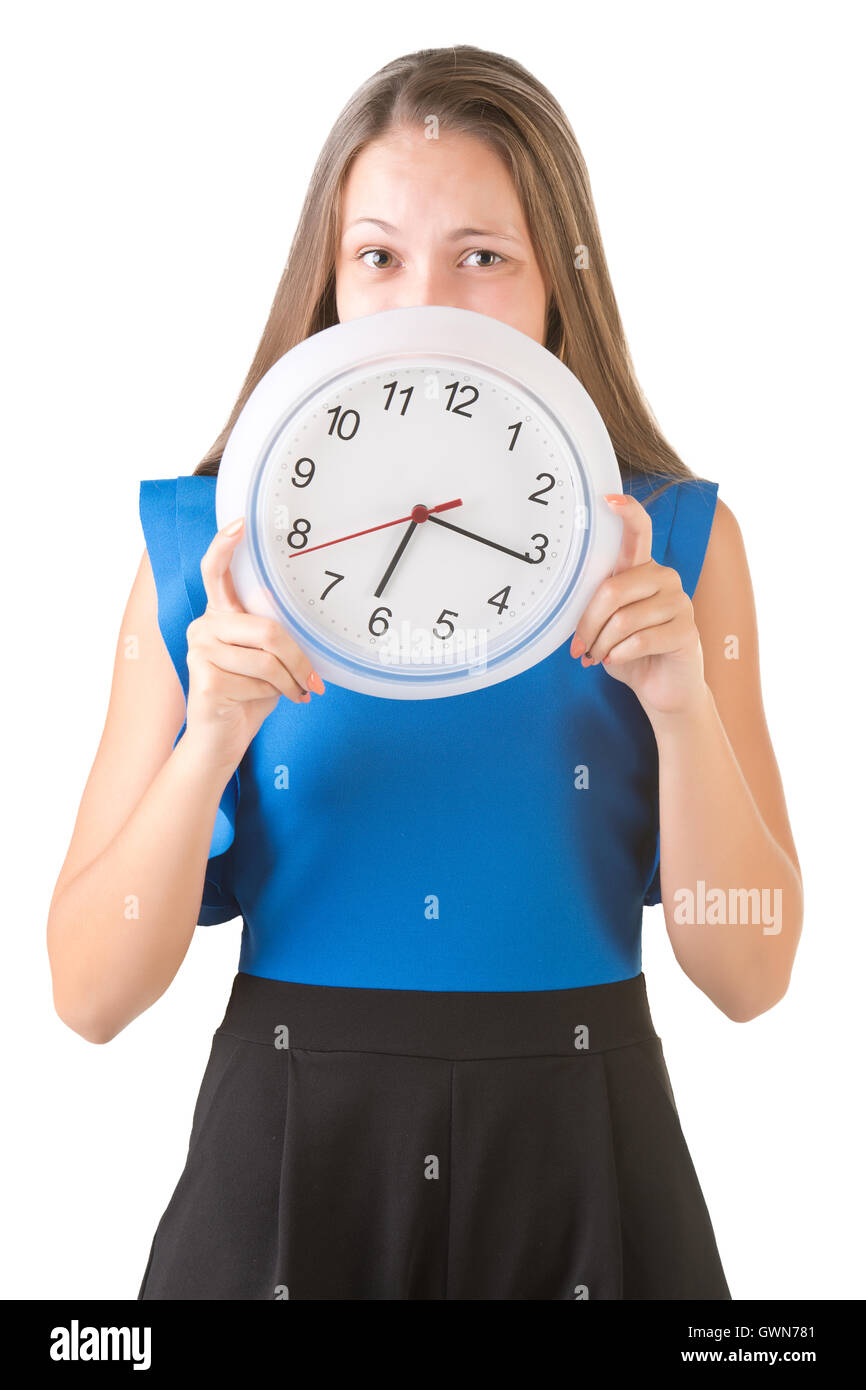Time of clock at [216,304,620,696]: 6:16
